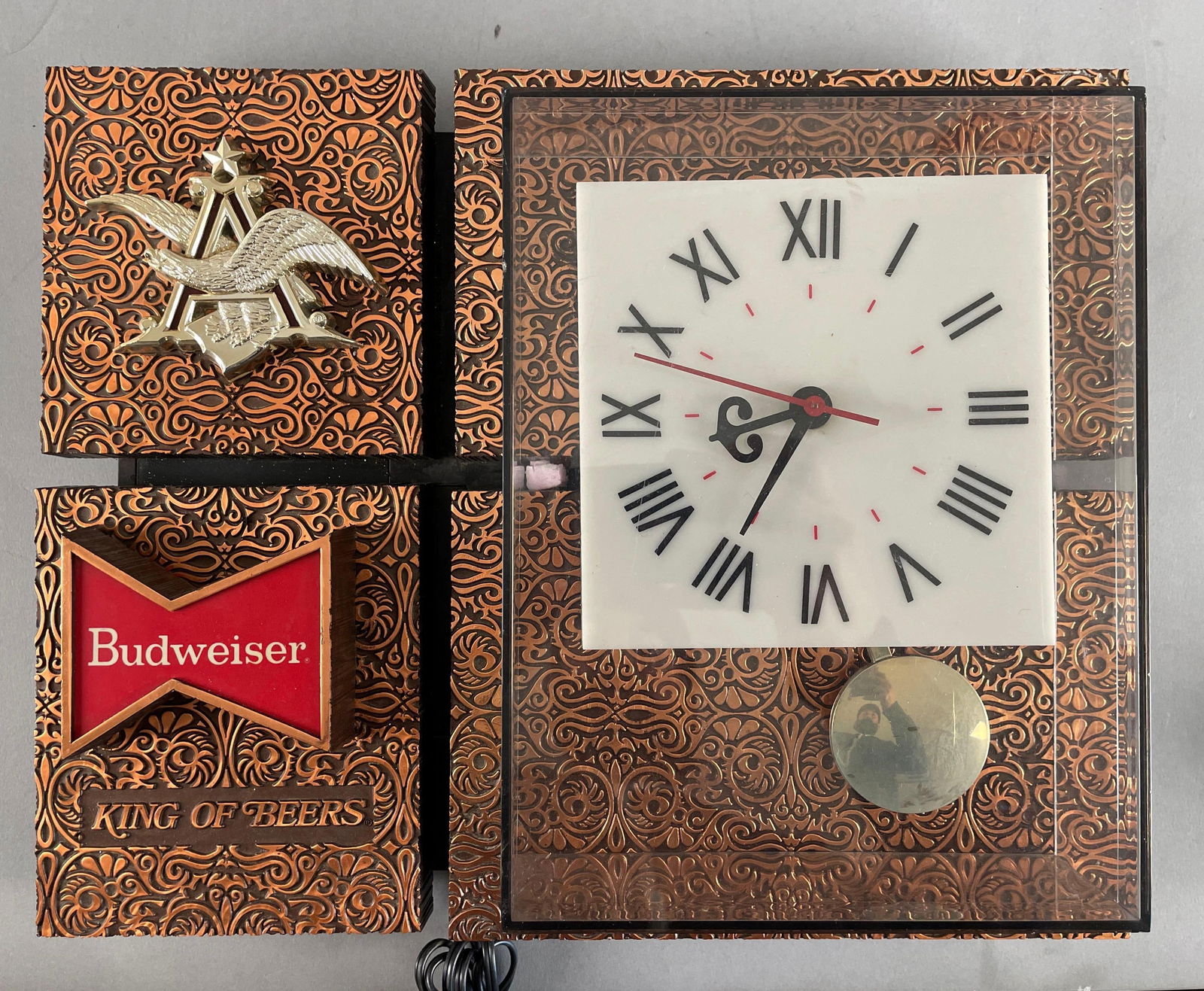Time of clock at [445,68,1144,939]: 8:35
